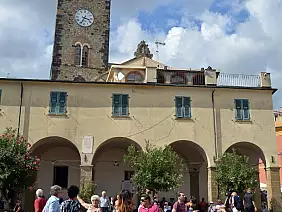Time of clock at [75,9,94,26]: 3:34
